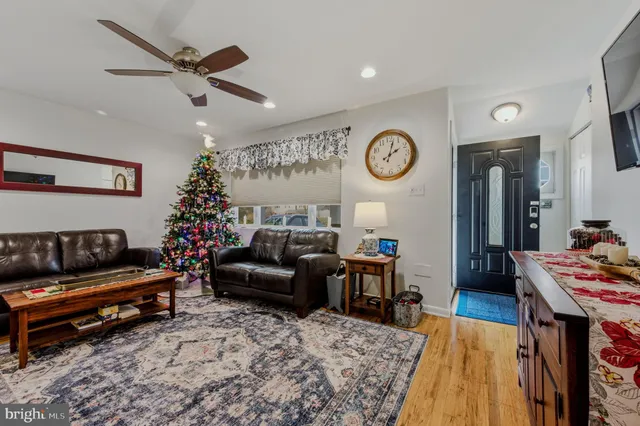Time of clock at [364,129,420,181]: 2:02
